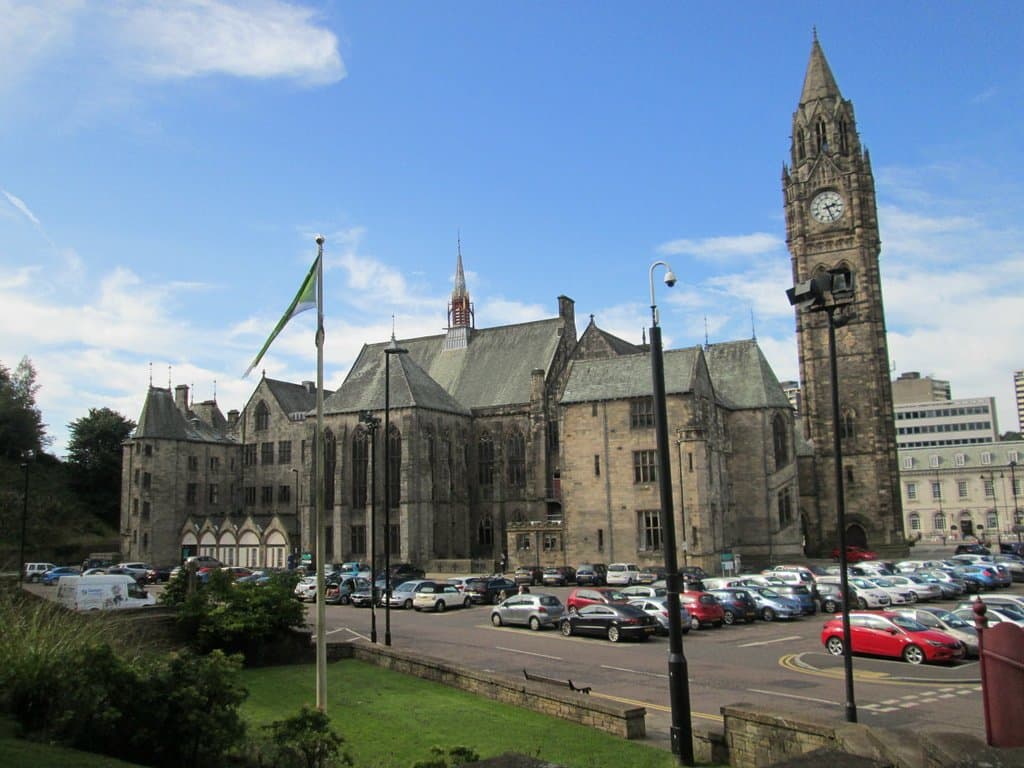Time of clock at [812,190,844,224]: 2:26
